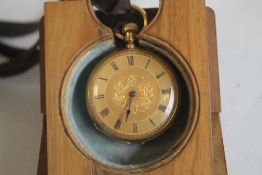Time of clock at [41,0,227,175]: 6:34
